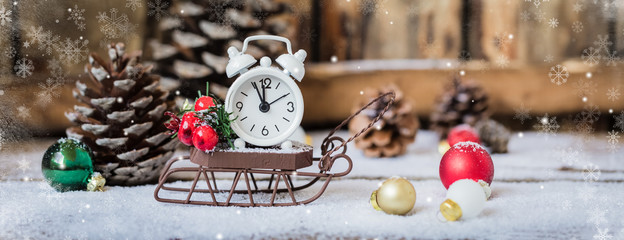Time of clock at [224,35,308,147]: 11:55
